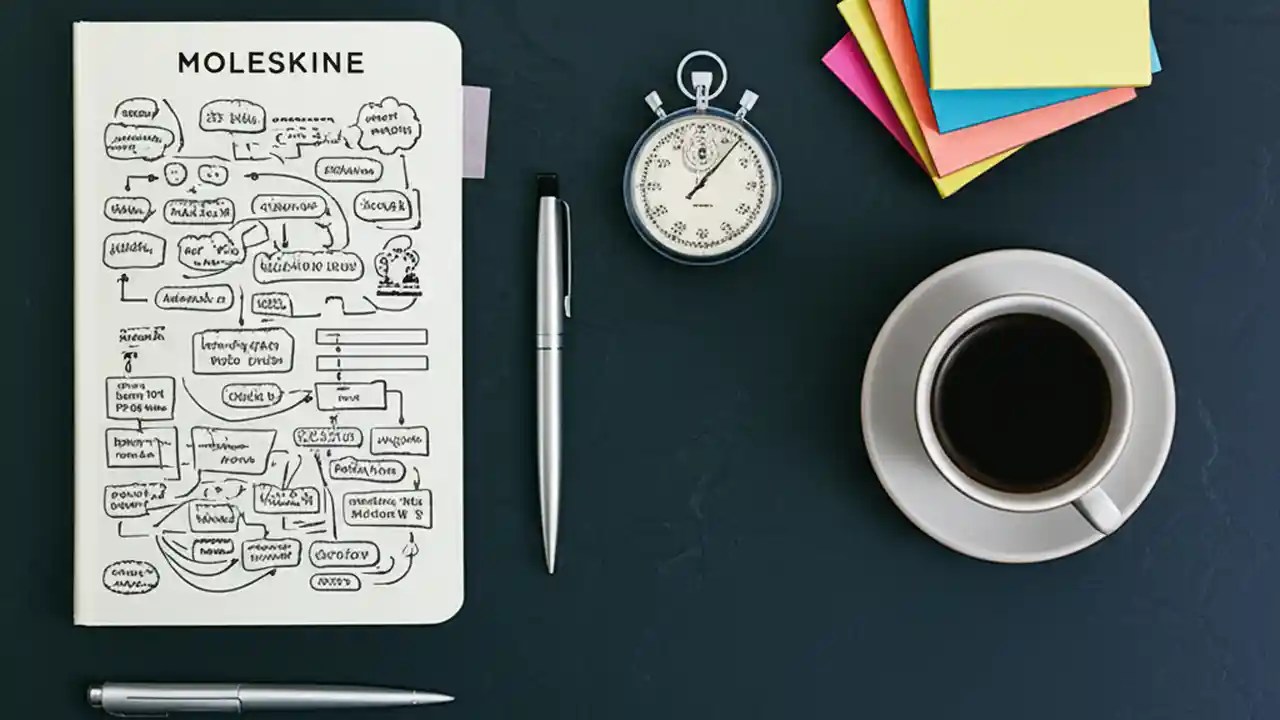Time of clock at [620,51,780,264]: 1:06
